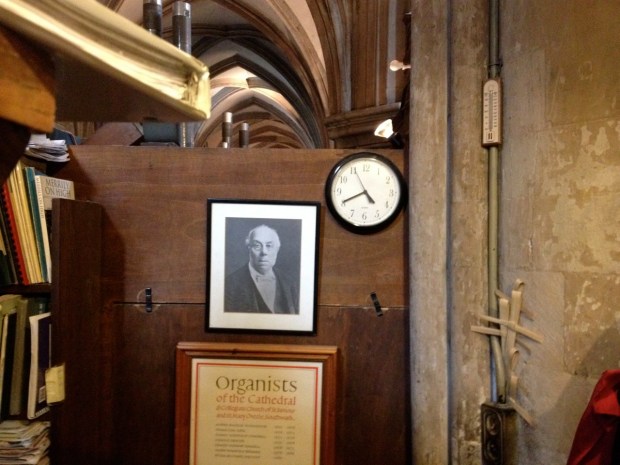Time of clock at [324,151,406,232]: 4:40
